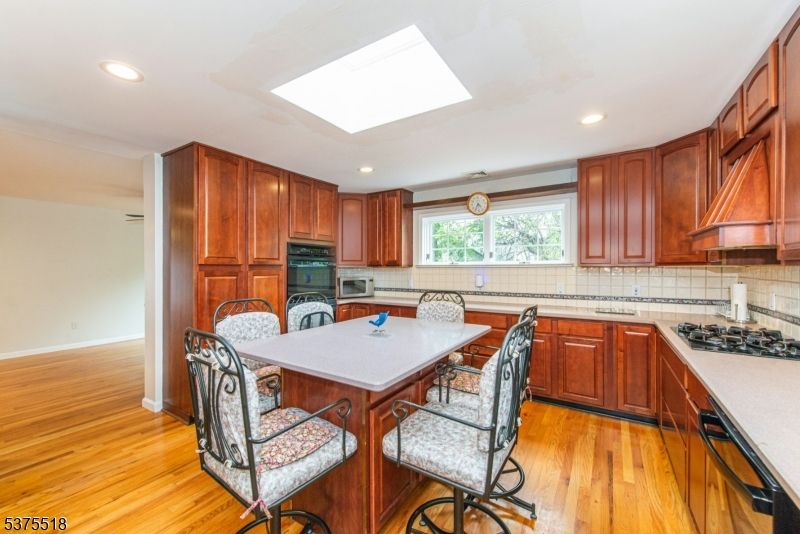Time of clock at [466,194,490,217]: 4:35
